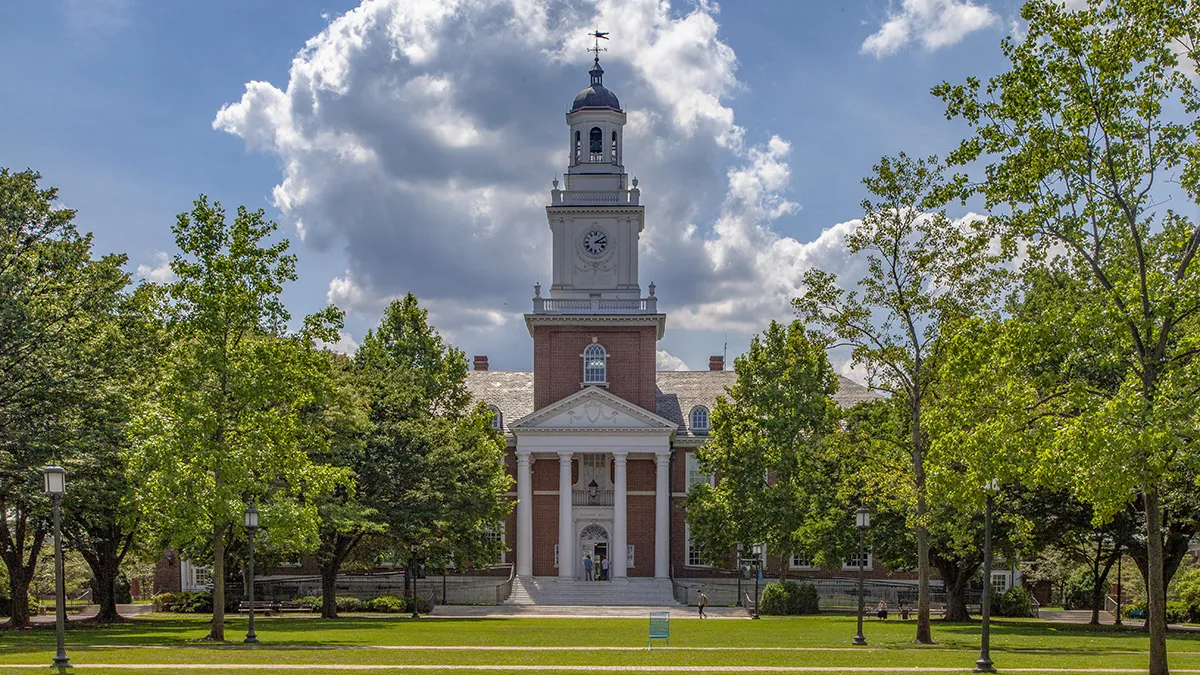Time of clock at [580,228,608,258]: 3:10
